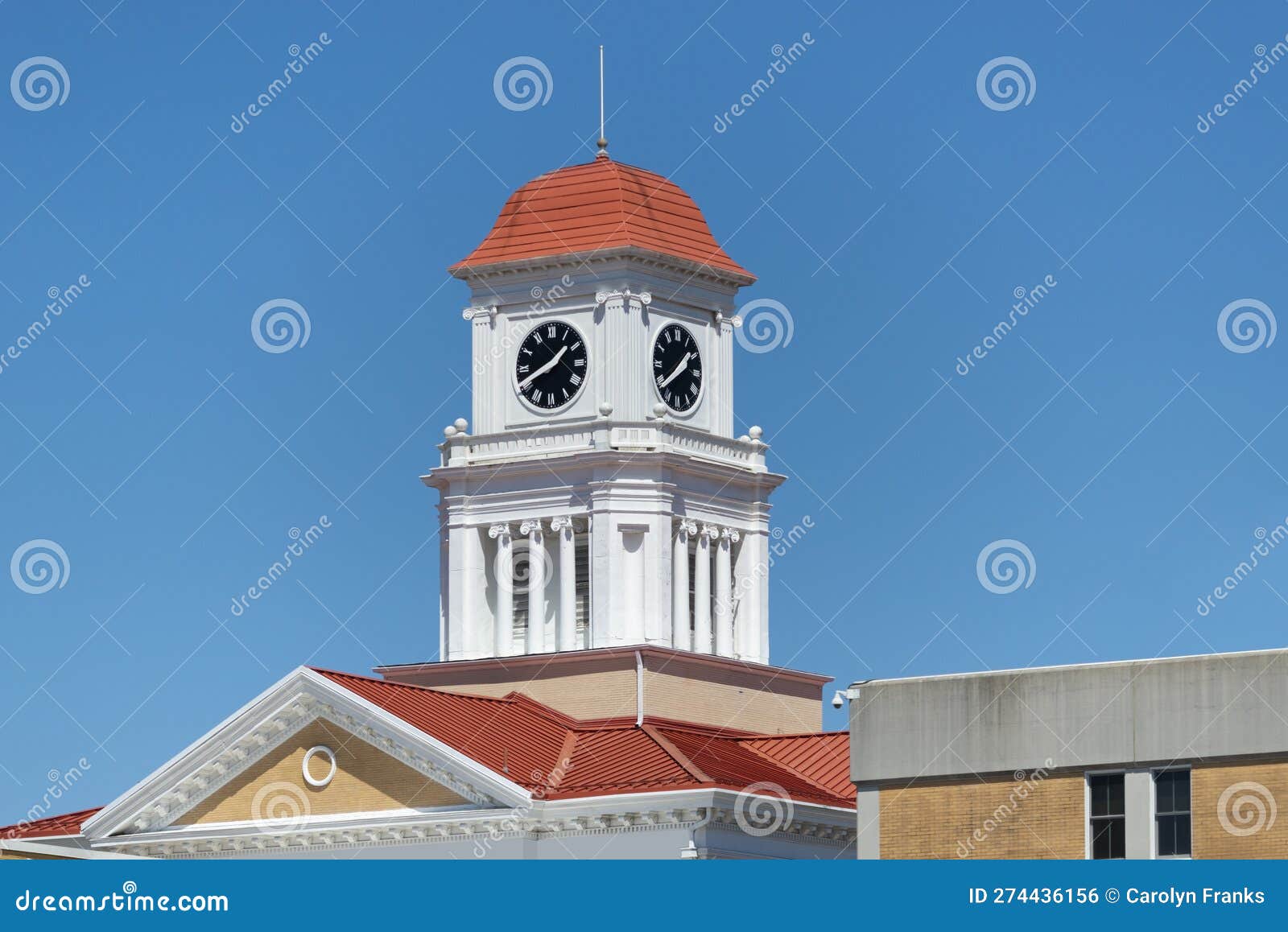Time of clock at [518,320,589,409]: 1:41
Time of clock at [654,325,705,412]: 1:39
